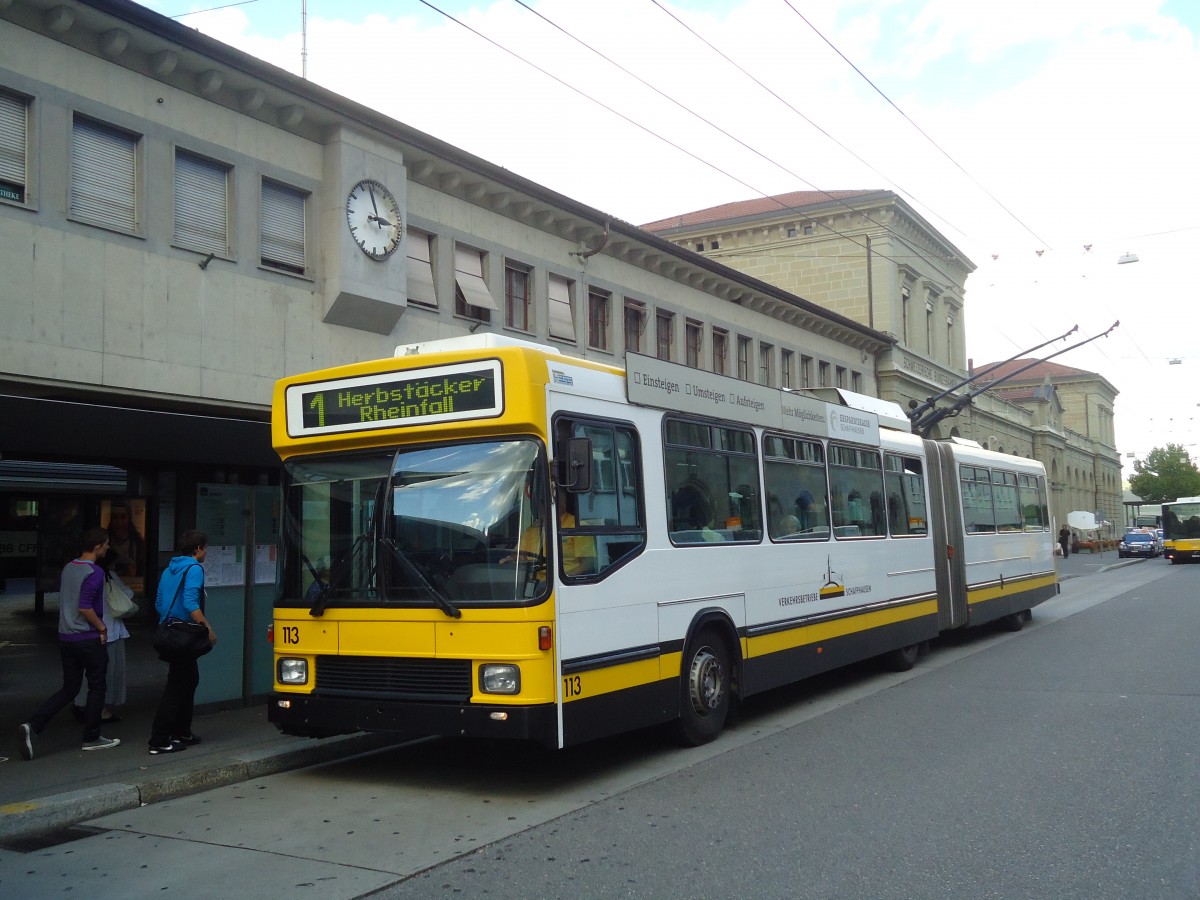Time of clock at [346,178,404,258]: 2:57
